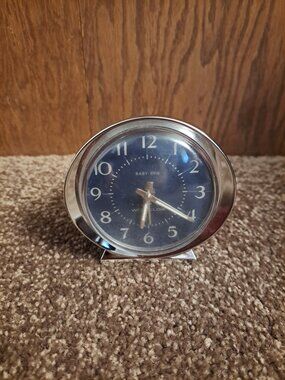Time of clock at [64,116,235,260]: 6:20
